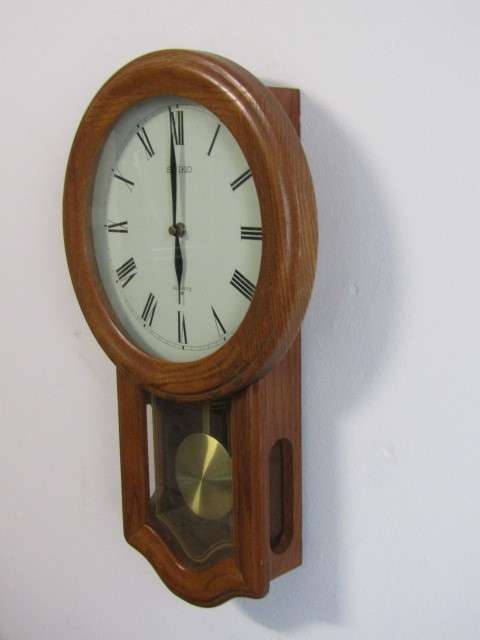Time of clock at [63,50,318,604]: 5:59
